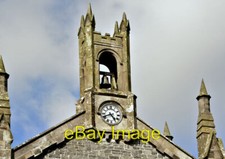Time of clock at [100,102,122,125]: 4:41
